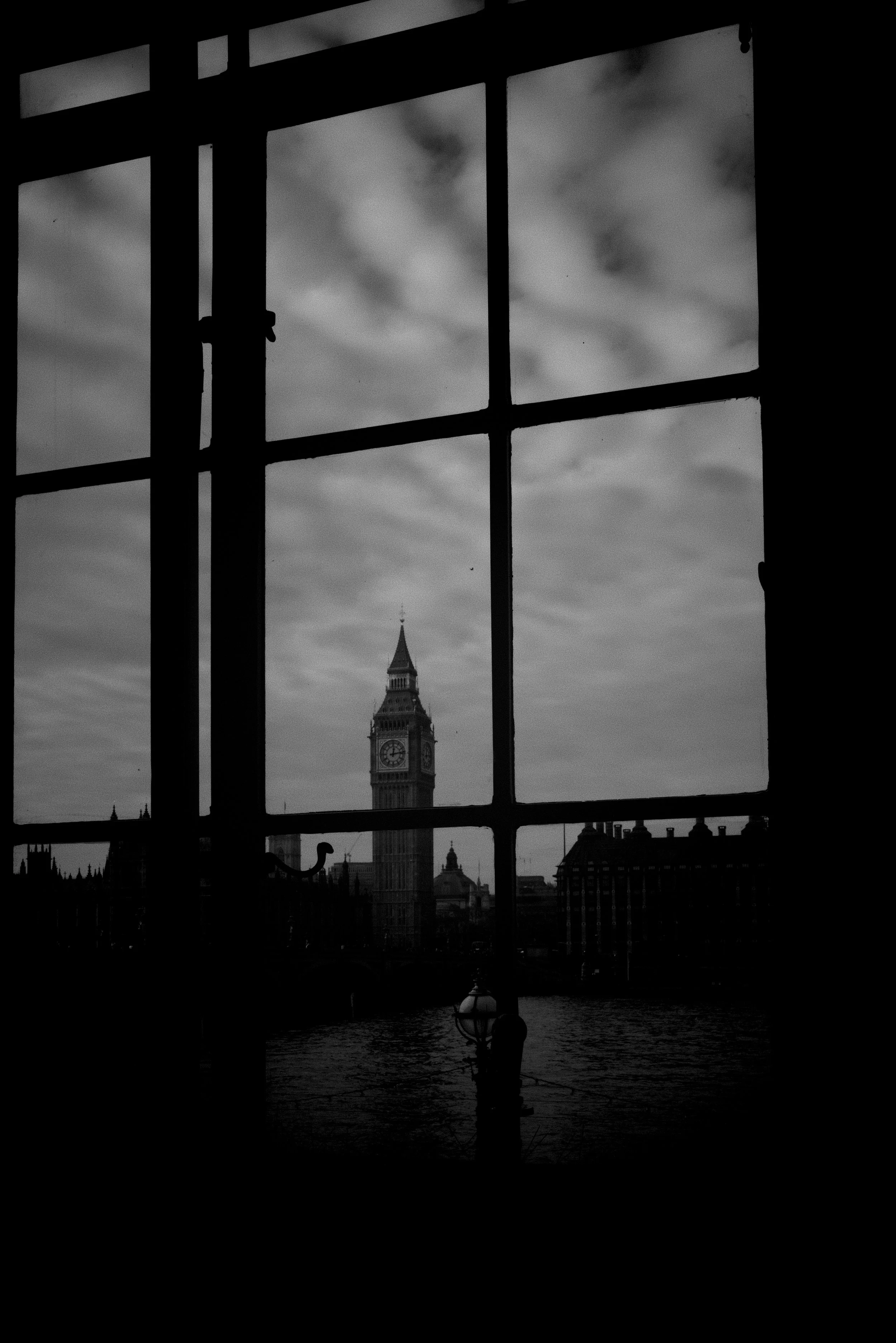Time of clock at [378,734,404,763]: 12:13
